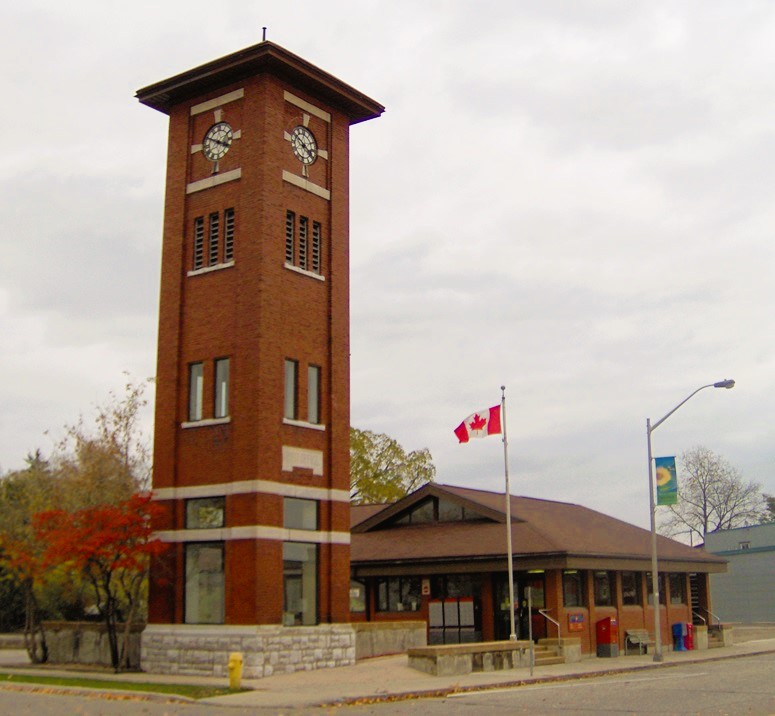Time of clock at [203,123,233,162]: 3:49
